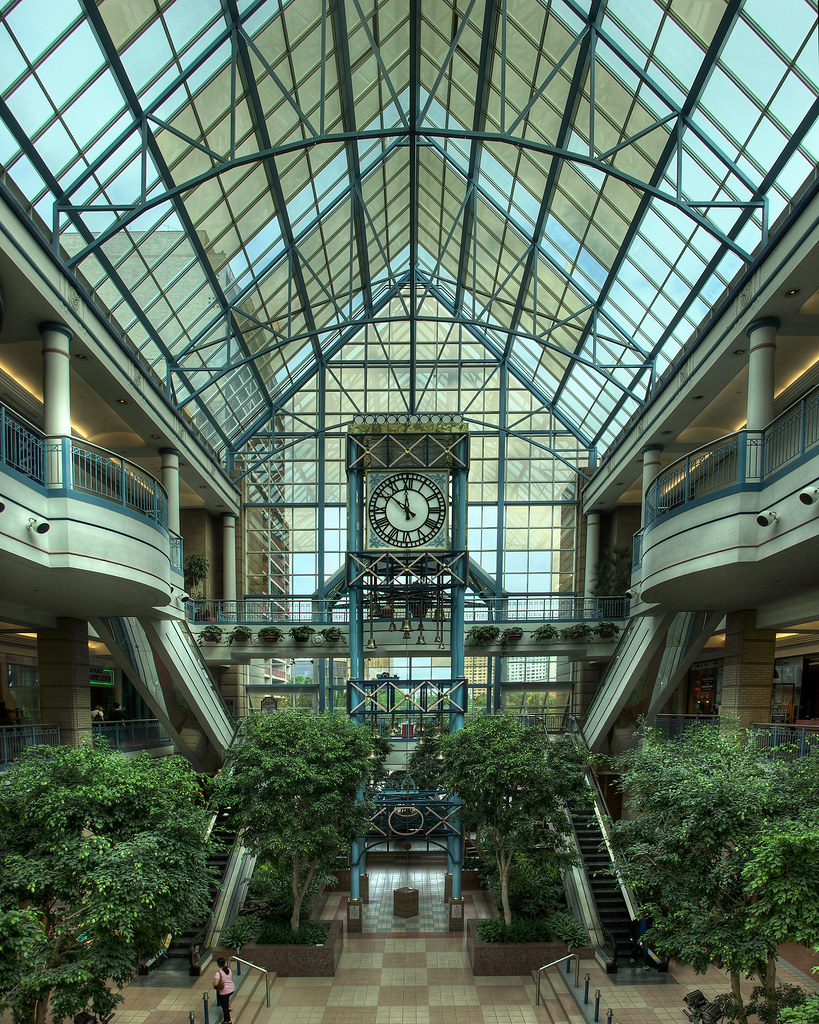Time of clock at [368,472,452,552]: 11:51
